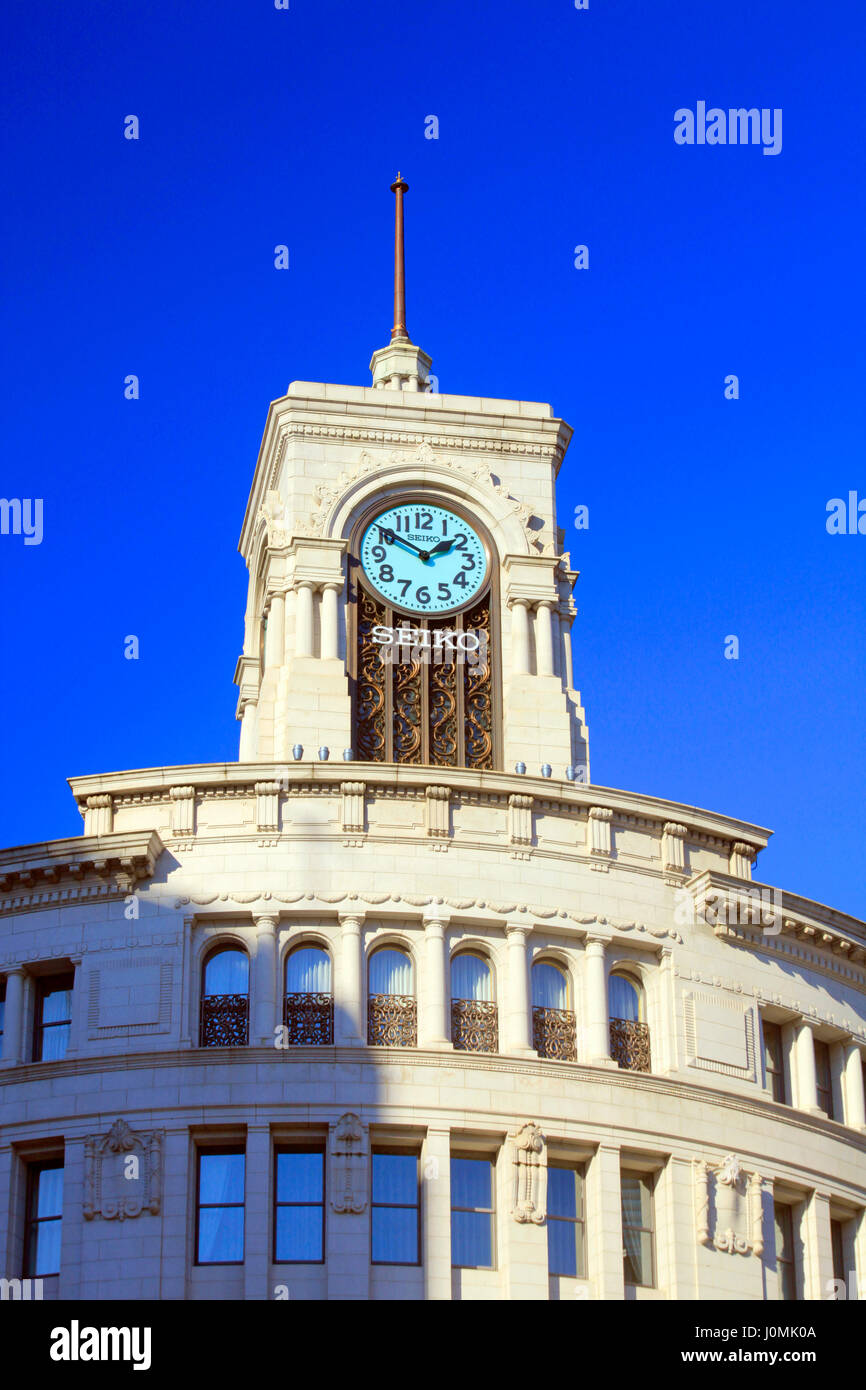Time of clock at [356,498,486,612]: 1:50
